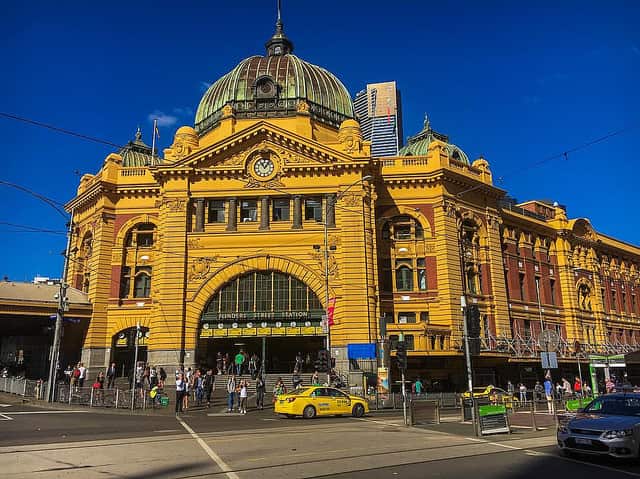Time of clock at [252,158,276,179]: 11:06
